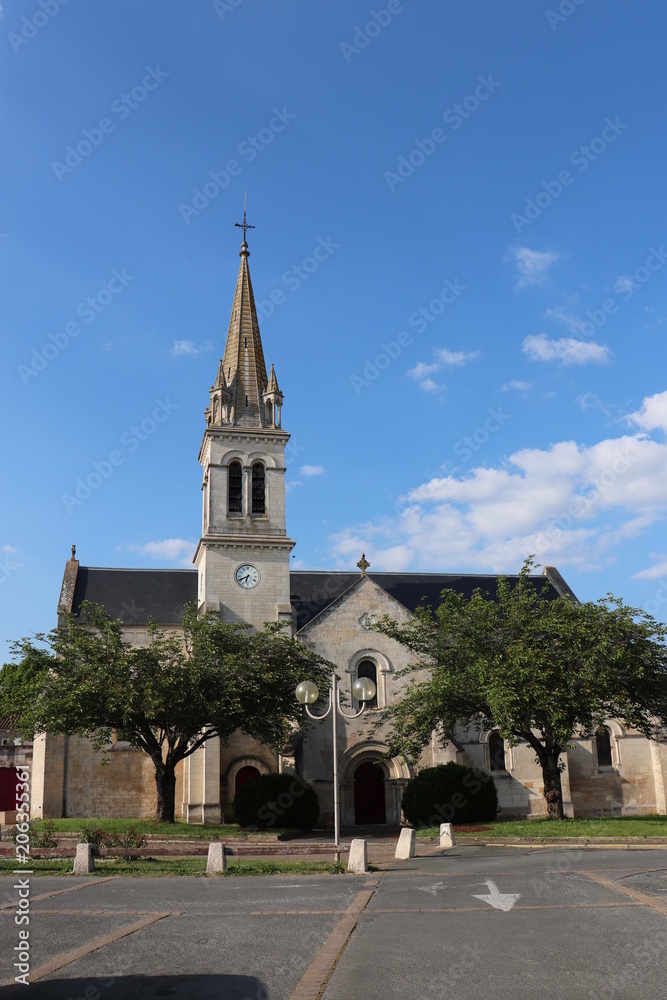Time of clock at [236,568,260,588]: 6:40
